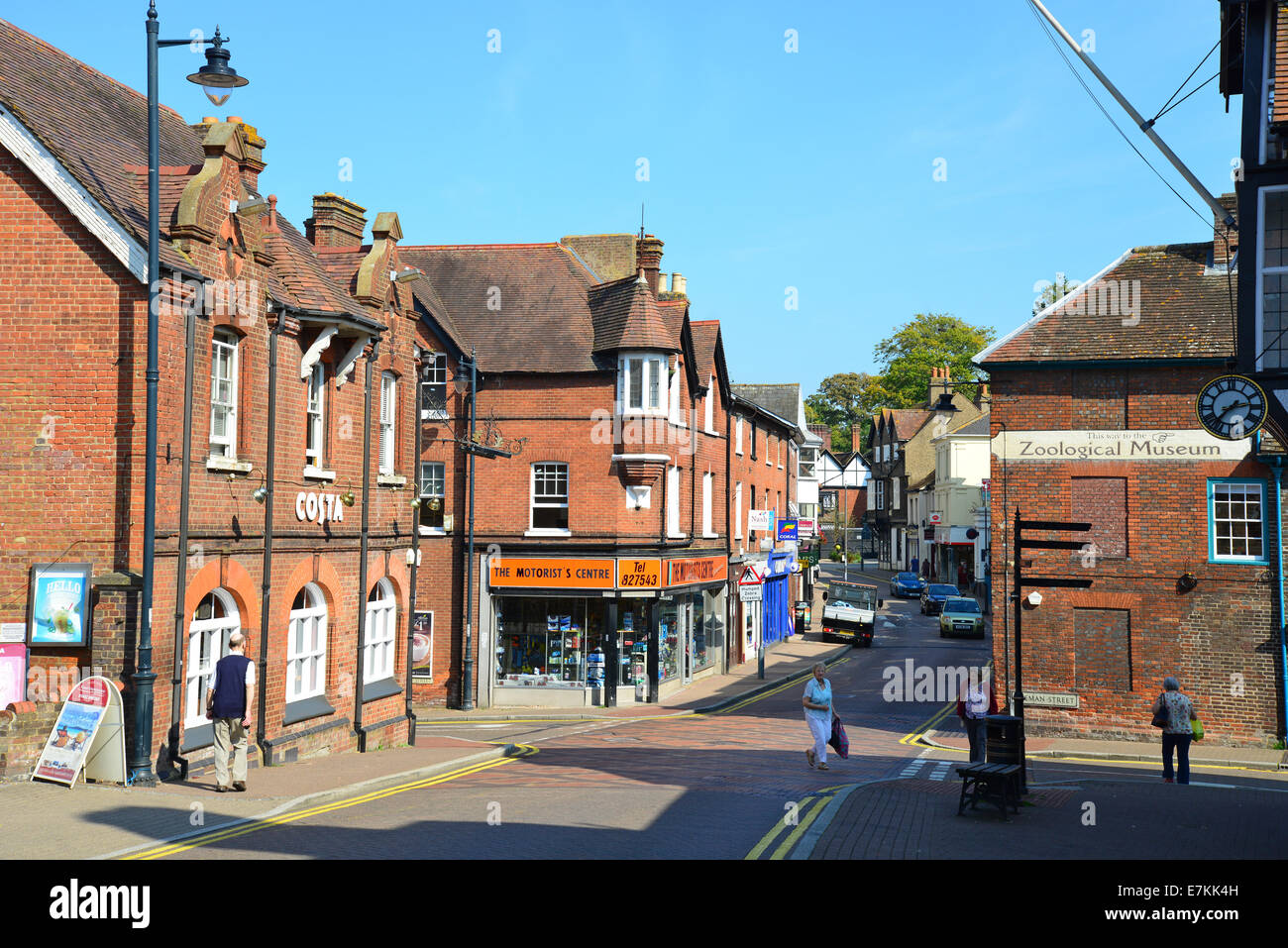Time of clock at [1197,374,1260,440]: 2:37
